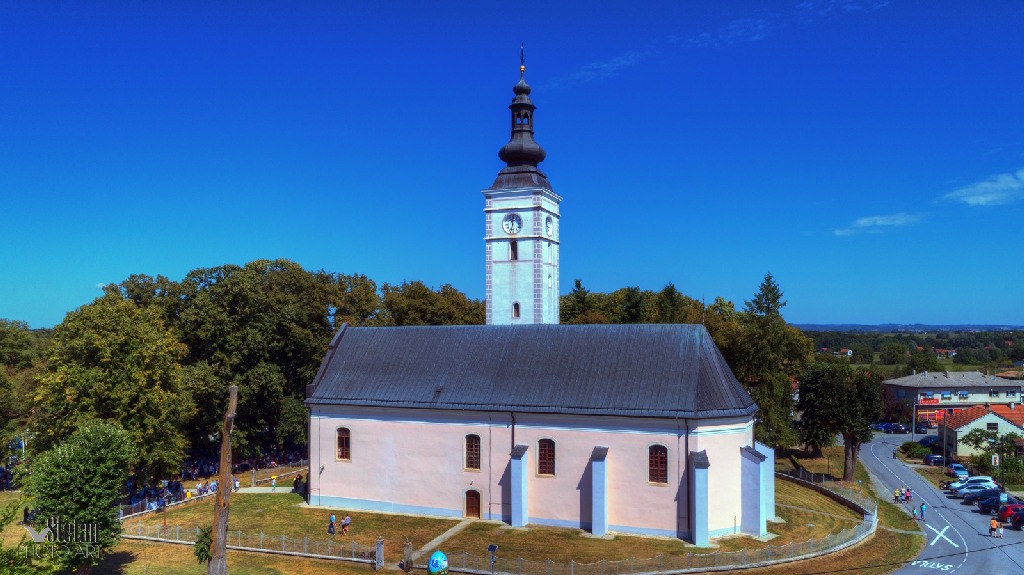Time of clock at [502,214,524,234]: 11:32
